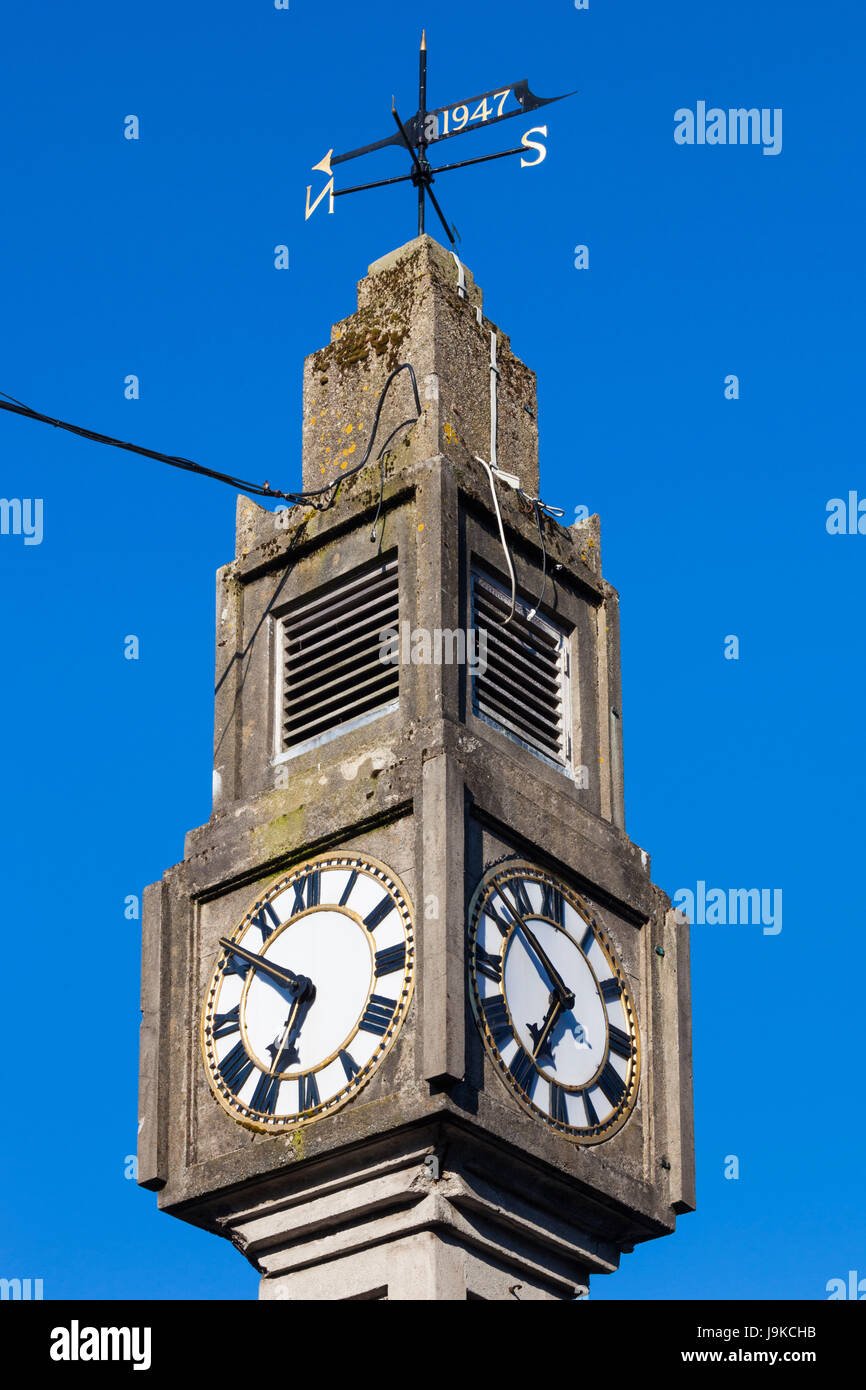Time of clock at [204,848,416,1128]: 6:50
